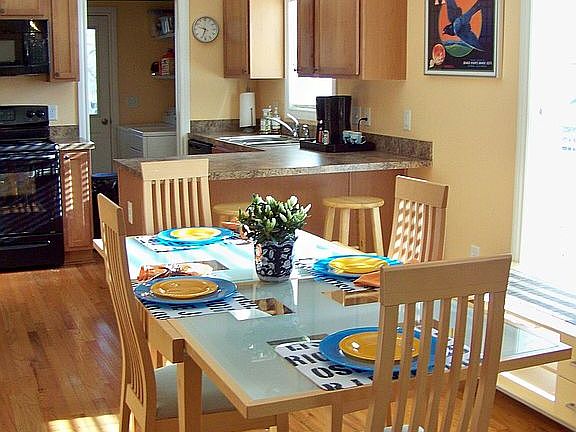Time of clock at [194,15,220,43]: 9:33
